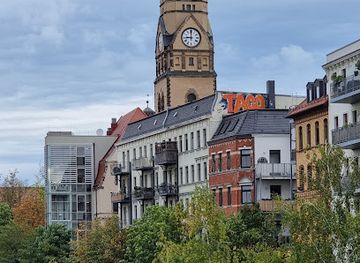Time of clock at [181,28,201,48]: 9:00
